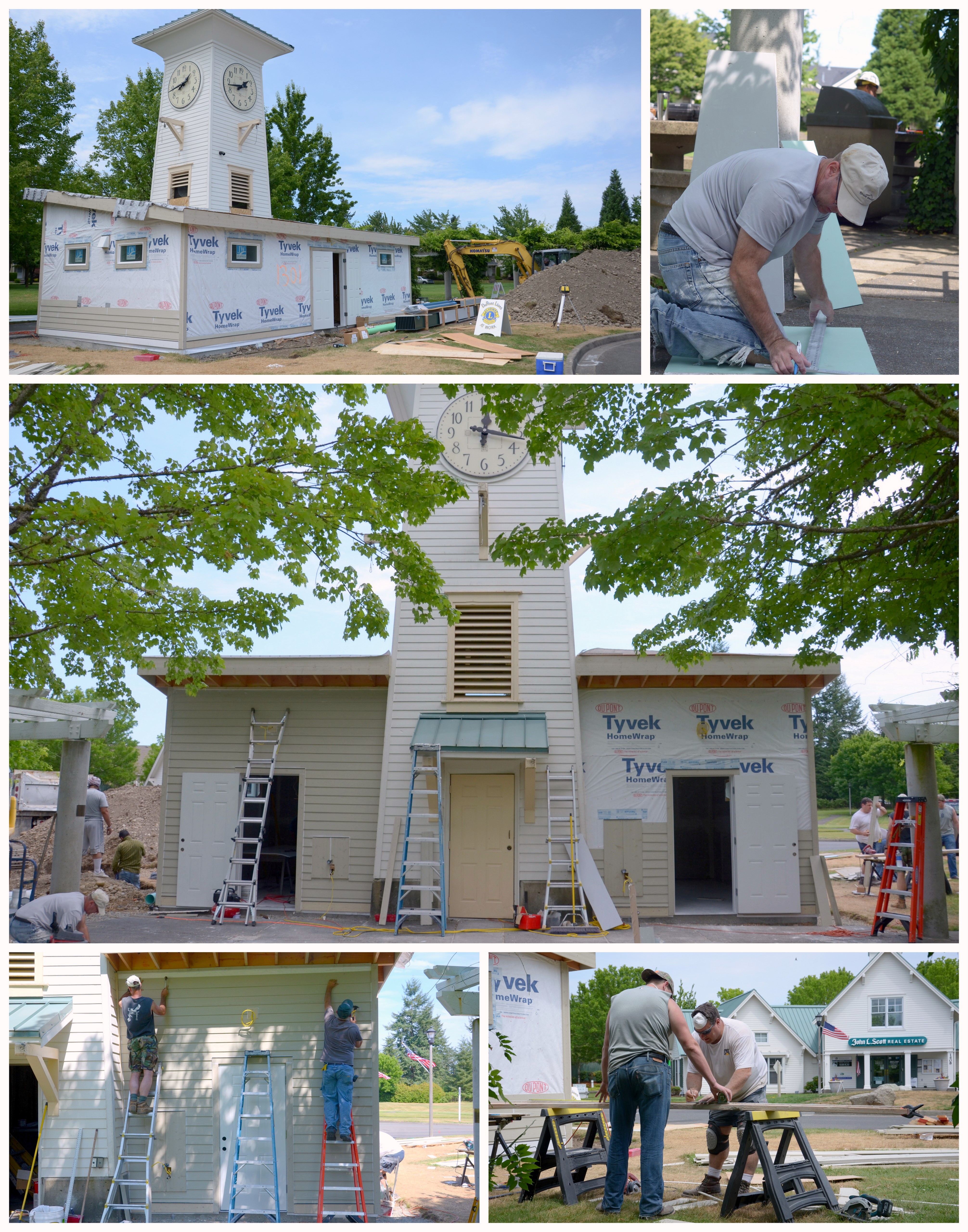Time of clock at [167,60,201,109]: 1:43
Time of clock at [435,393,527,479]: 12:17
